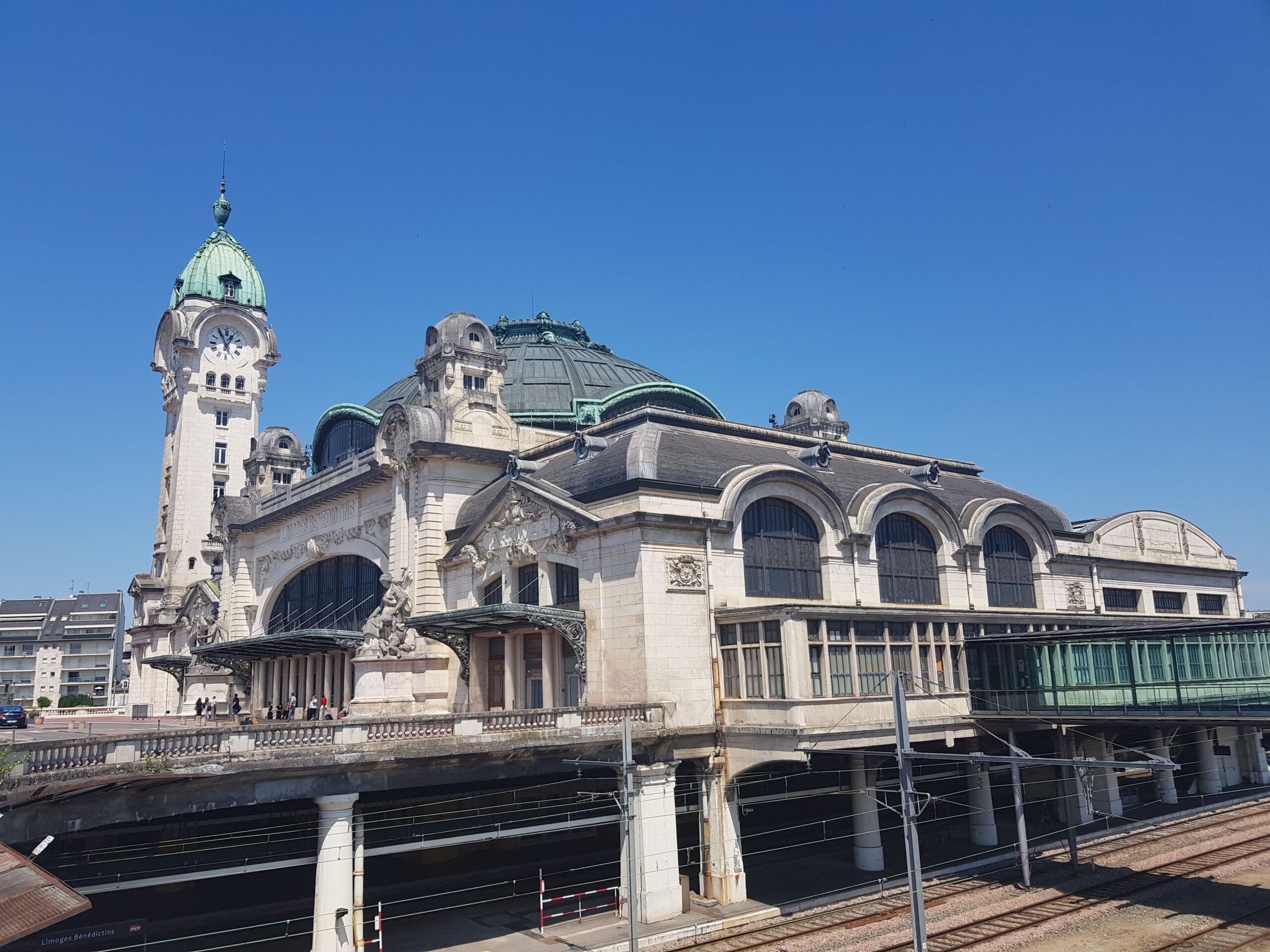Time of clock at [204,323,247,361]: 12:55
